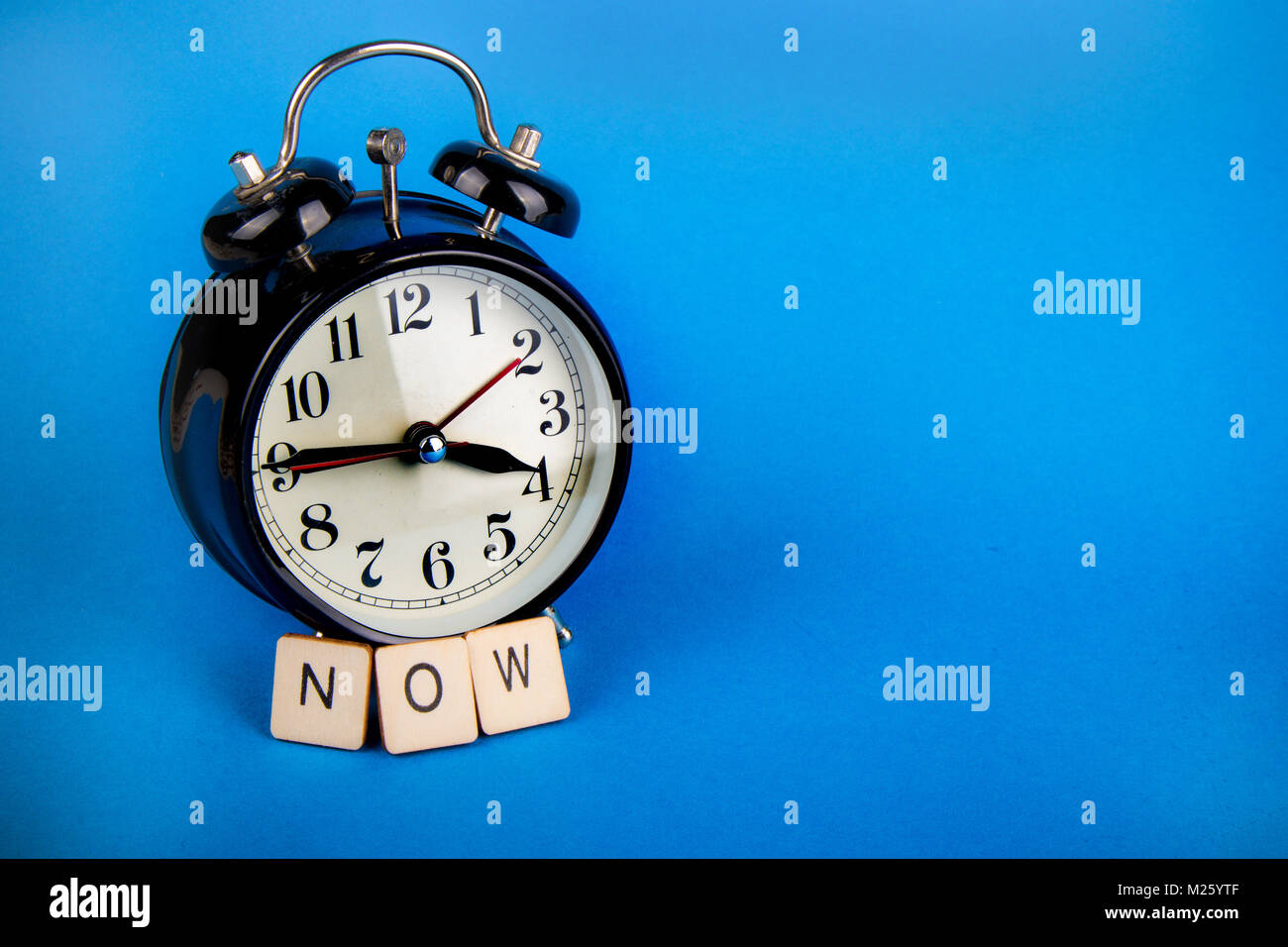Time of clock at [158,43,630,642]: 3:45
